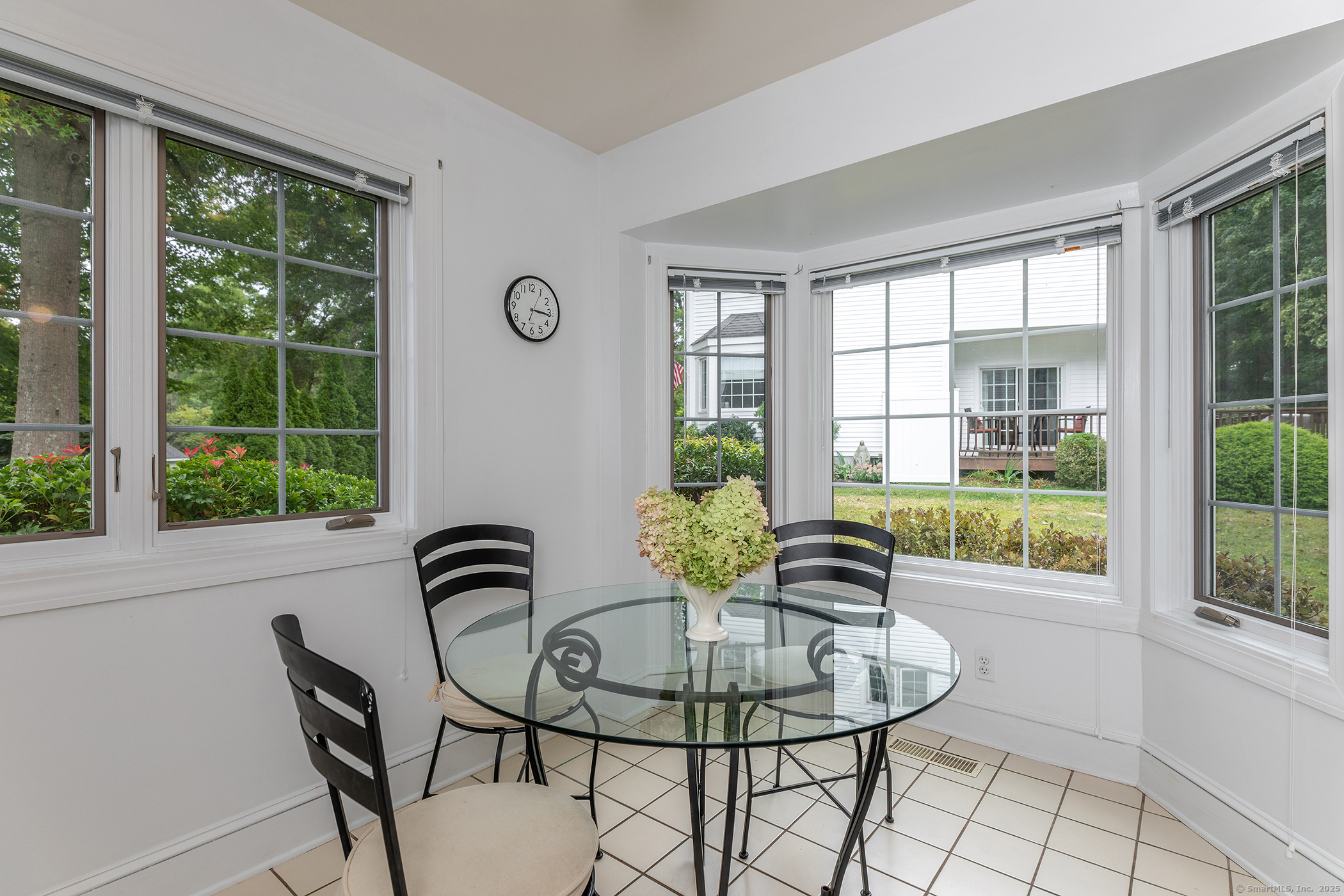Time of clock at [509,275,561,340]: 3:15
